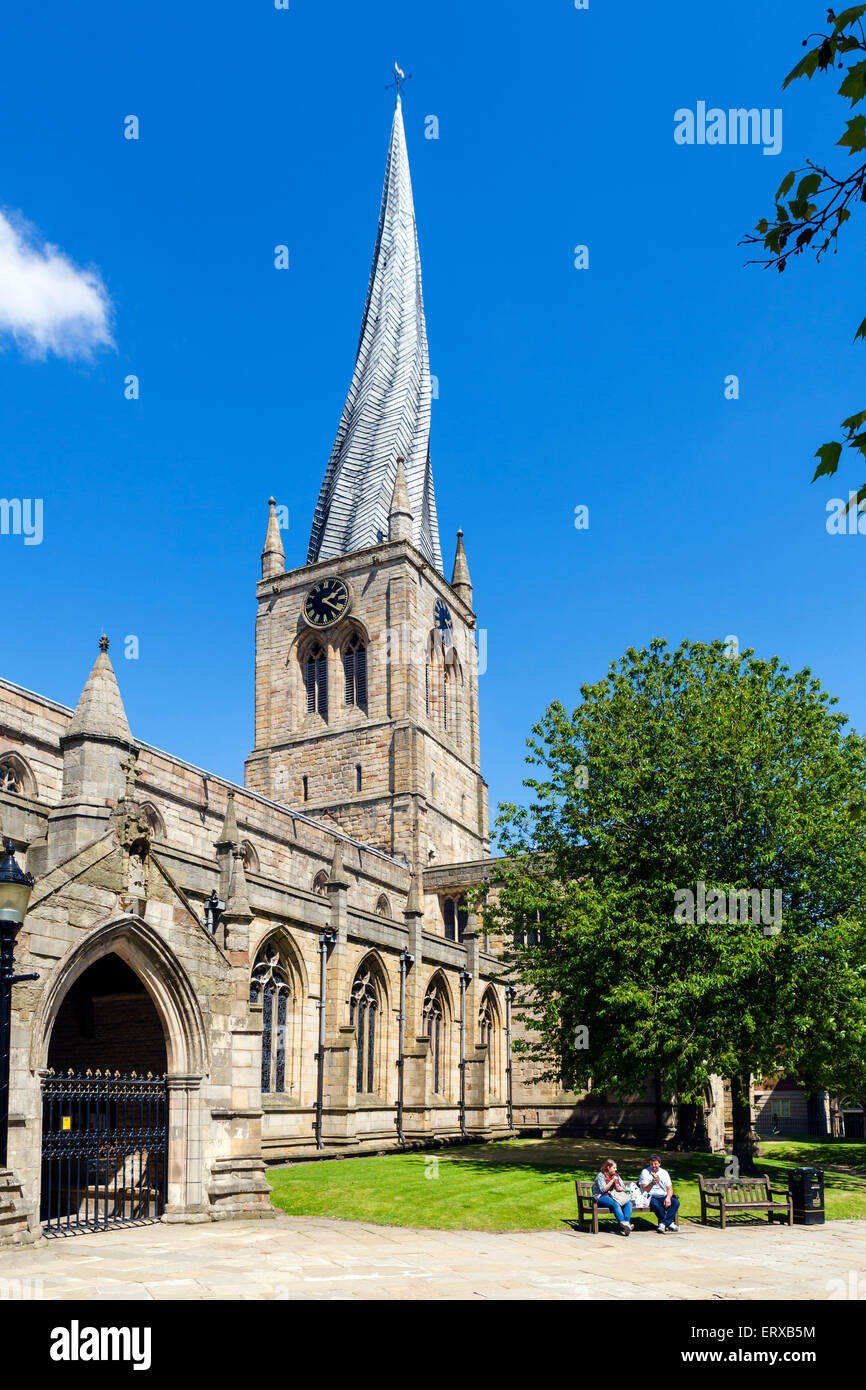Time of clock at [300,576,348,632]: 2:21
